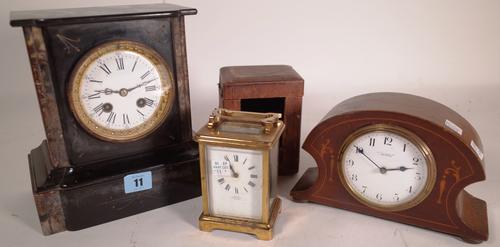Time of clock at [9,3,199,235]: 9:12
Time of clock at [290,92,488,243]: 2:51
